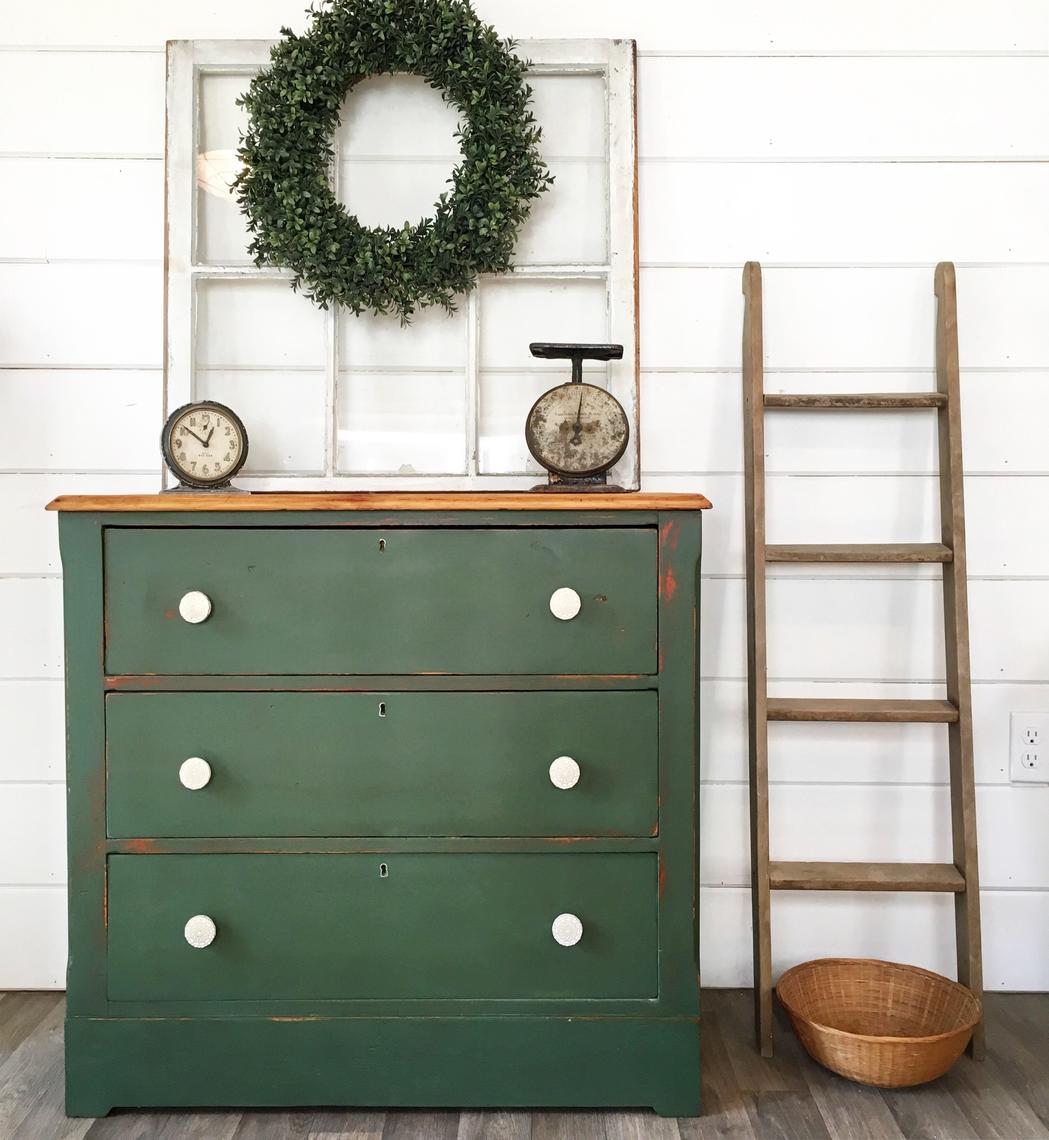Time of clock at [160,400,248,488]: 12:51
